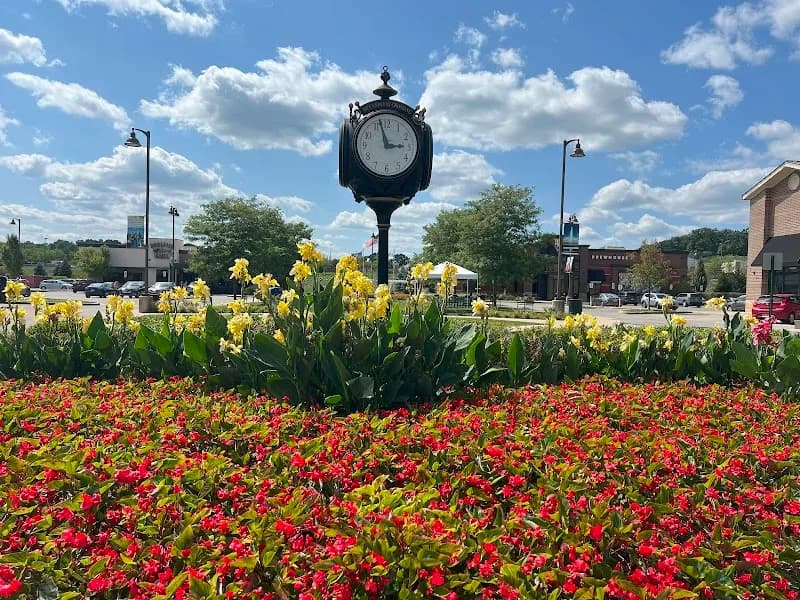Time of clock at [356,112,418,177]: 2:57
